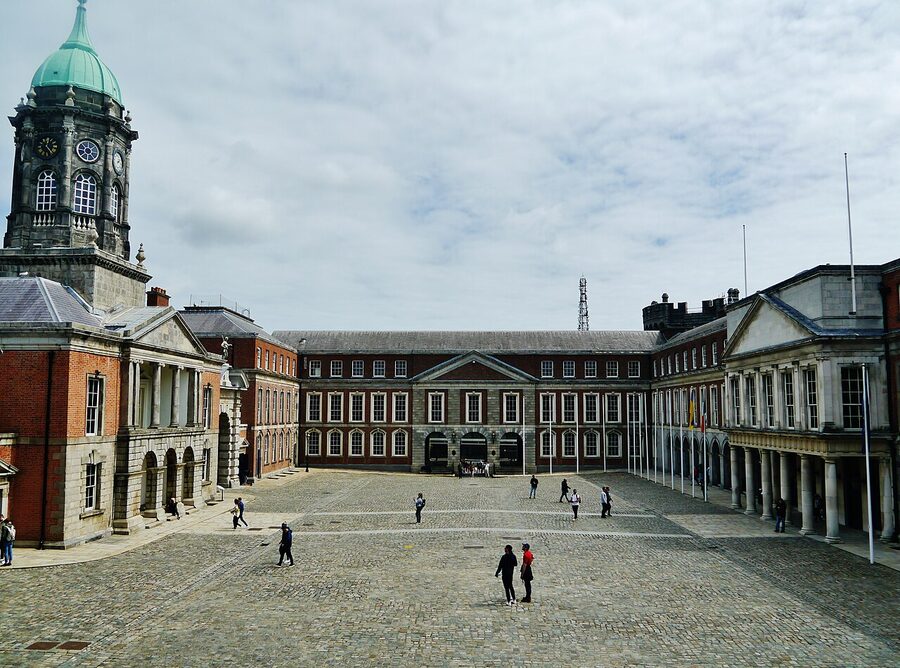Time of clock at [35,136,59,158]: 12:23
